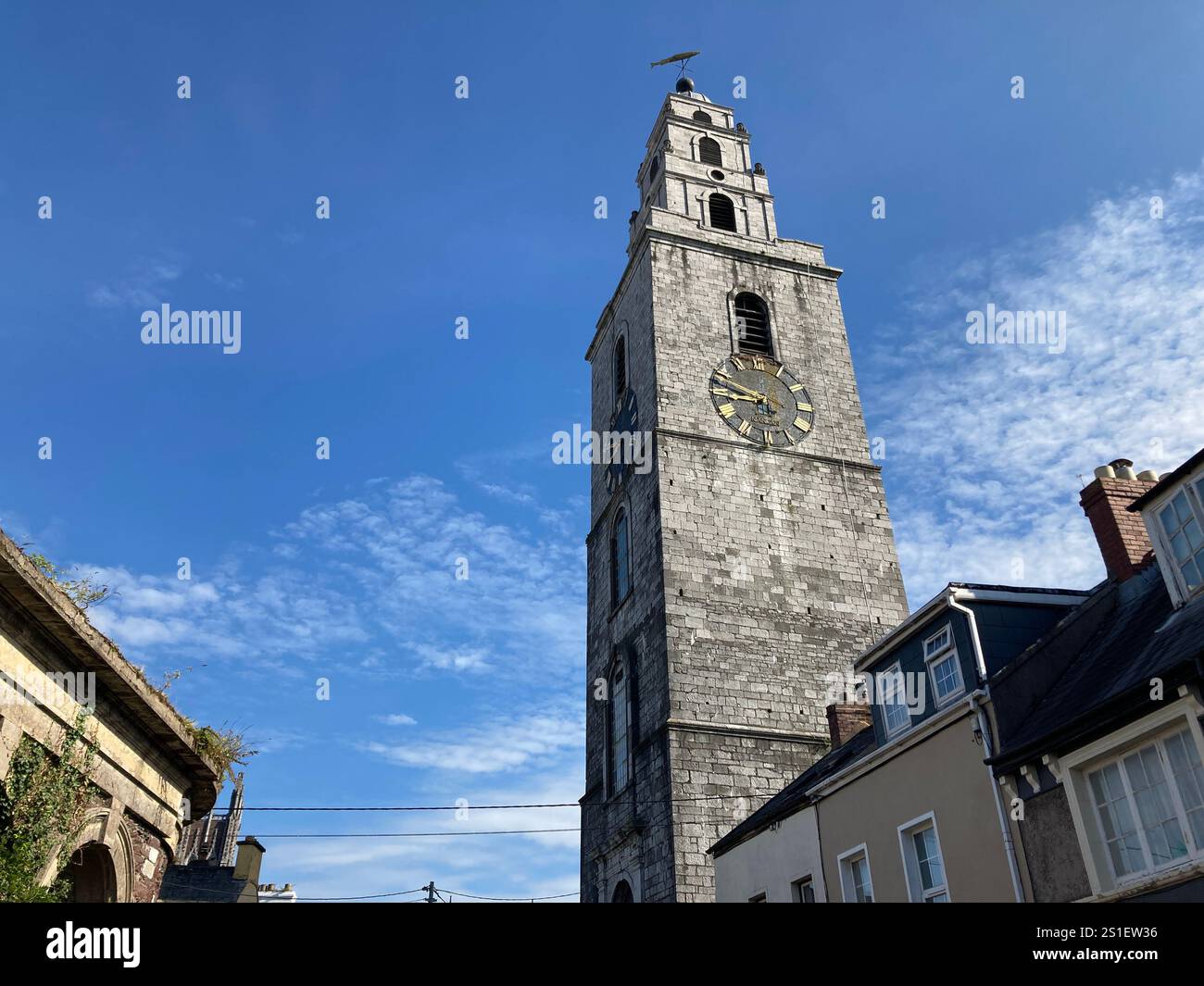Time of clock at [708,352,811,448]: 8:47
